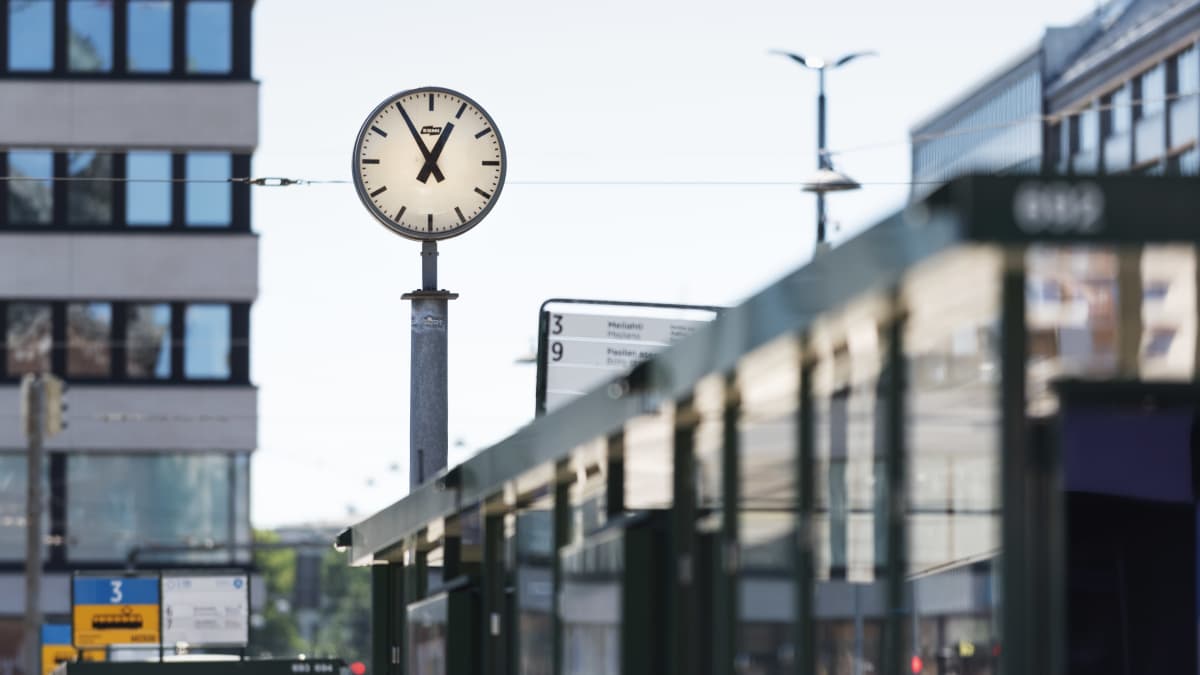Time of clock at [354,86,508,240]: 12:55
